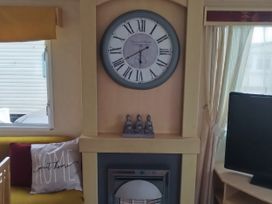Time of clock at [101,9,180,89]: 5:40
